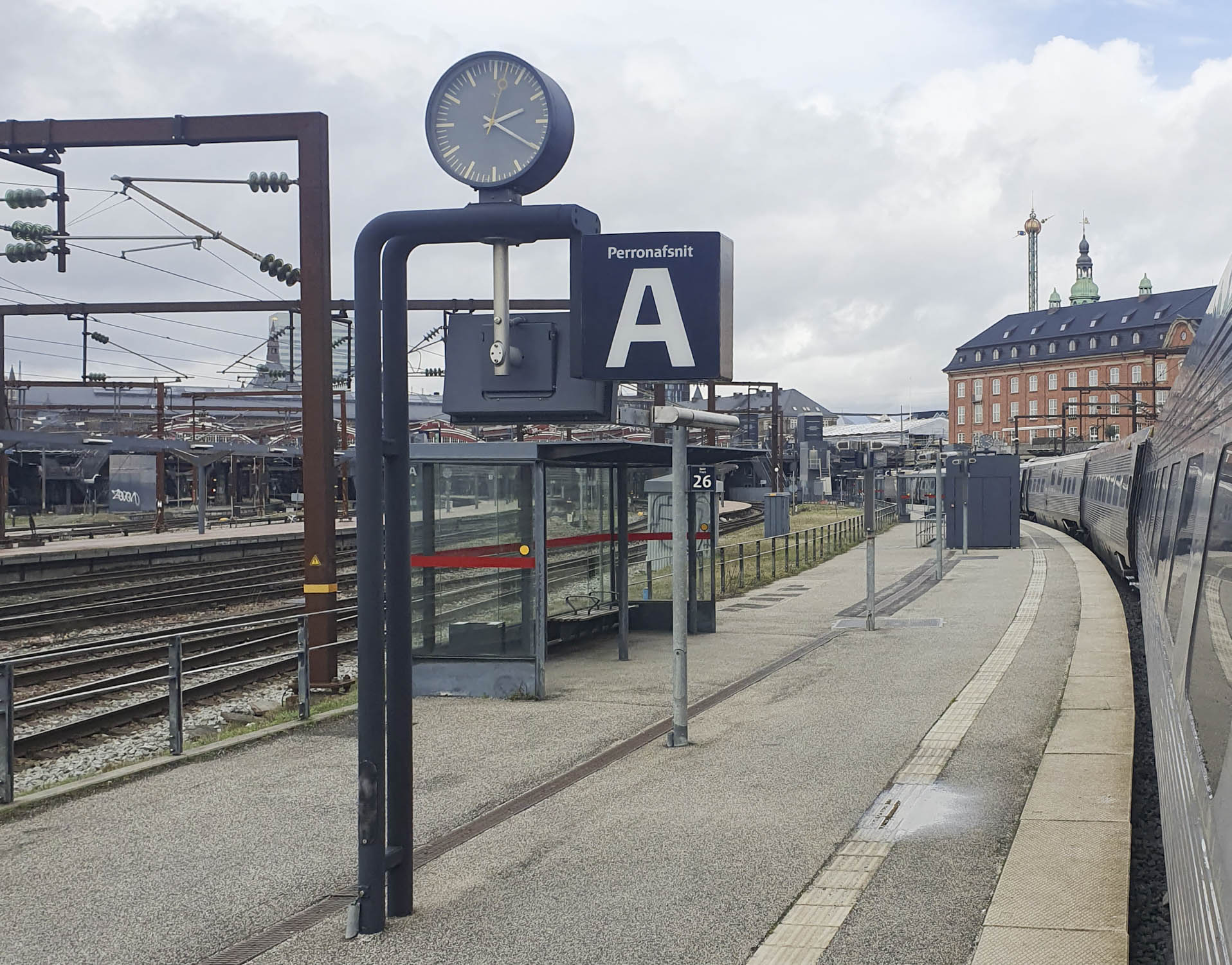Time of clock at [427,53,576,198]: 2:20
